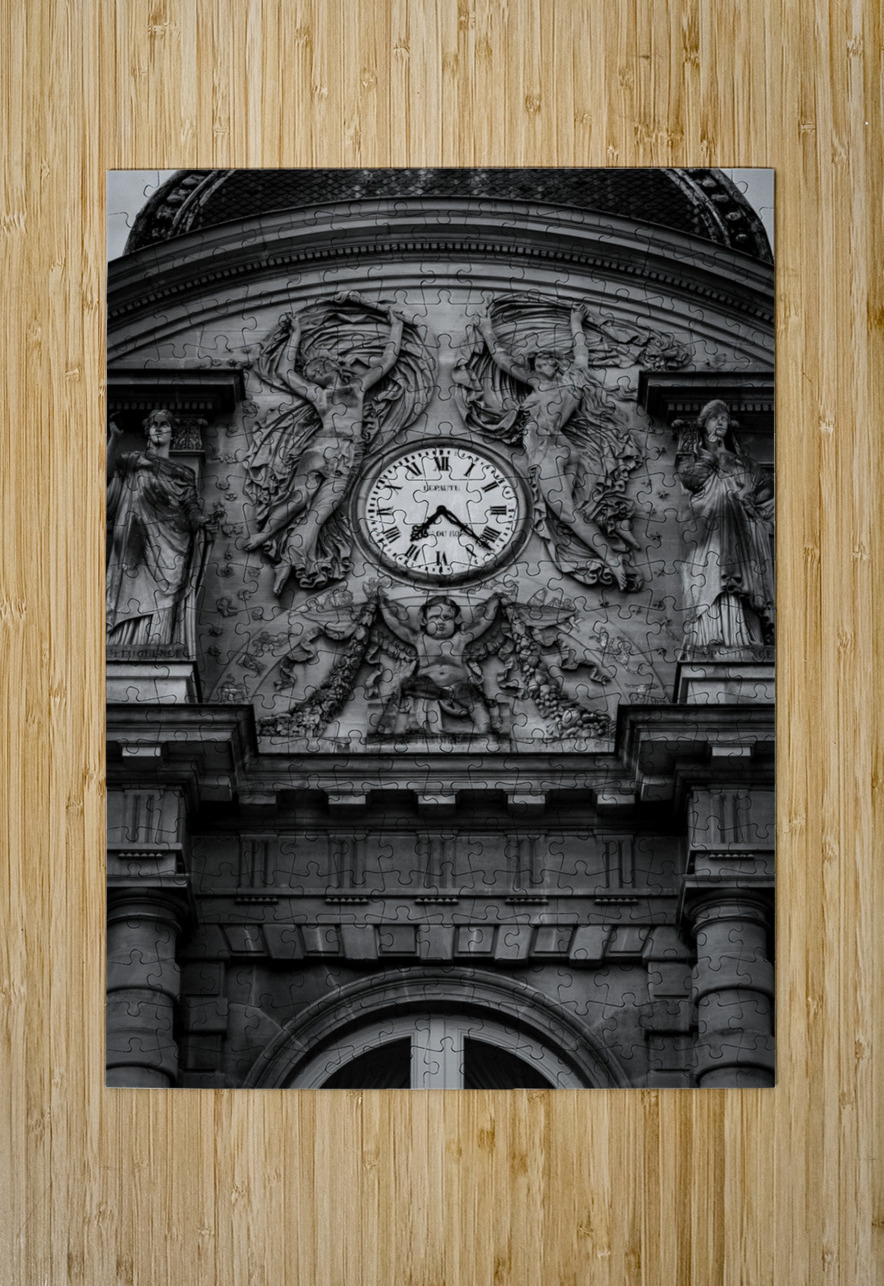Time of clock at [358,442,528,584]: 7:22
